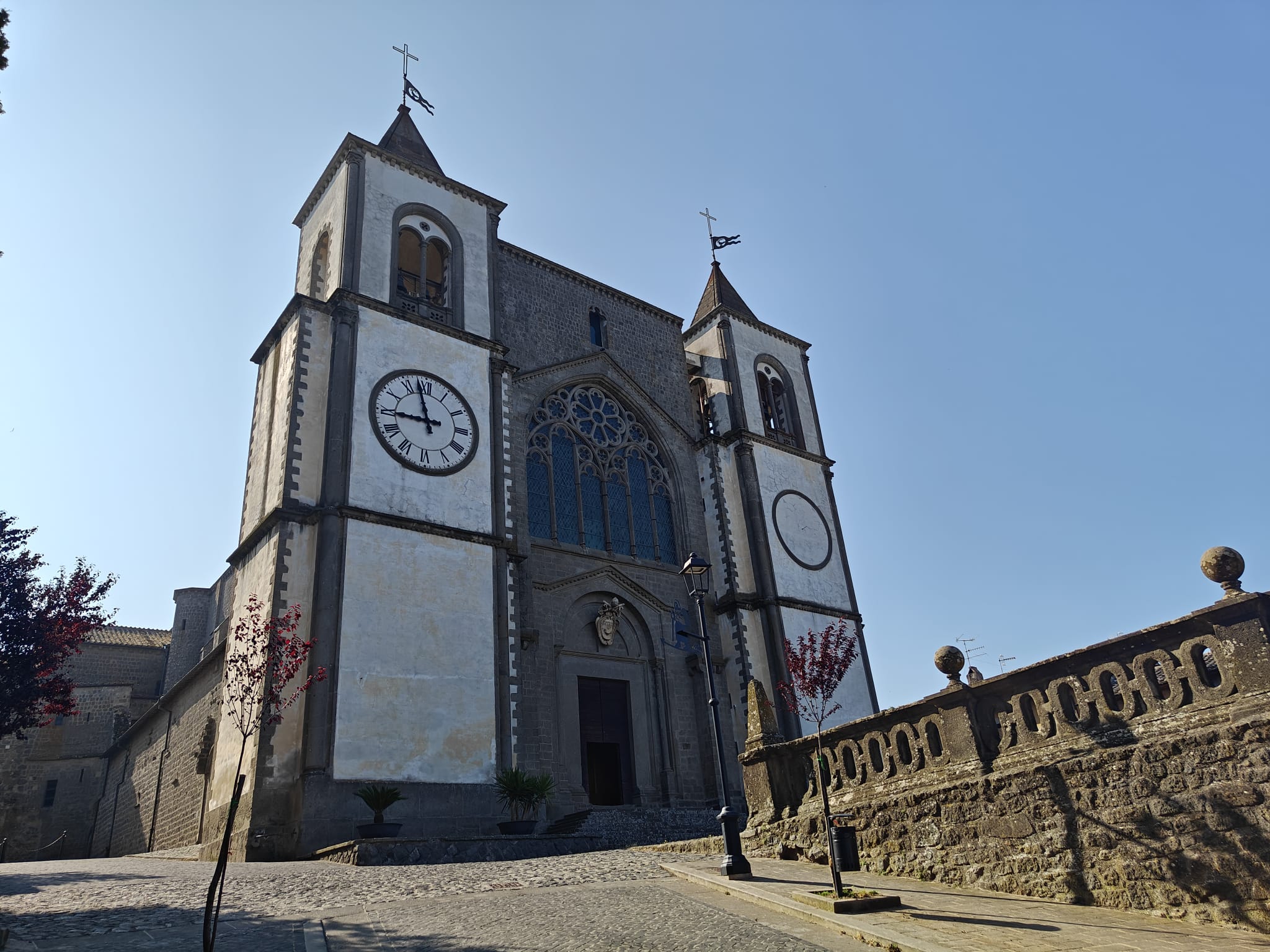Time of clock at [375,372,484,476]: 8:57
